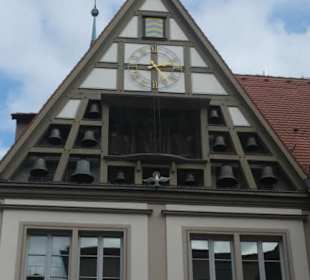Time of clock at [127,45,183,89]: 2:45
